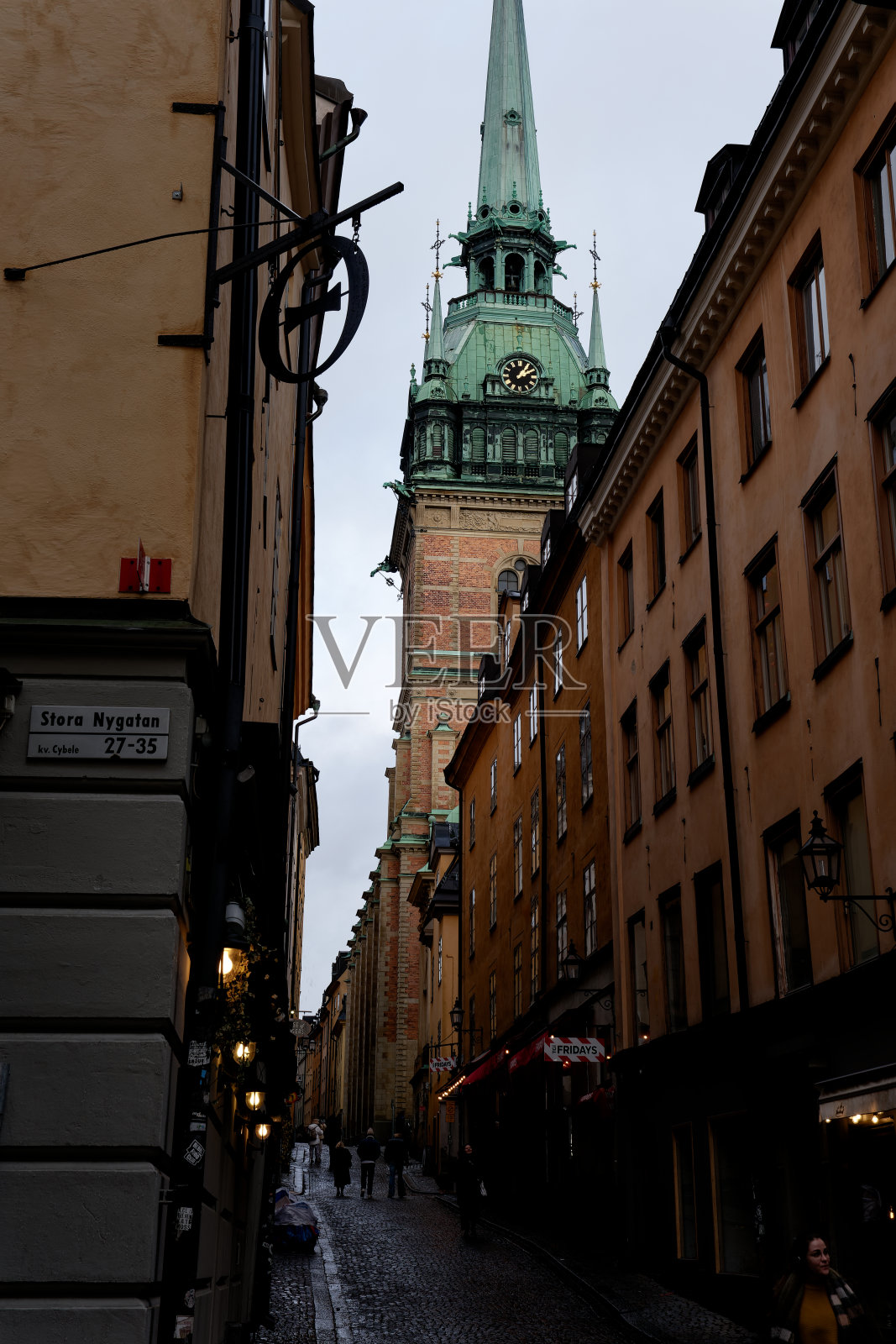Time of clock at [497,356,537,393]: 1:09
